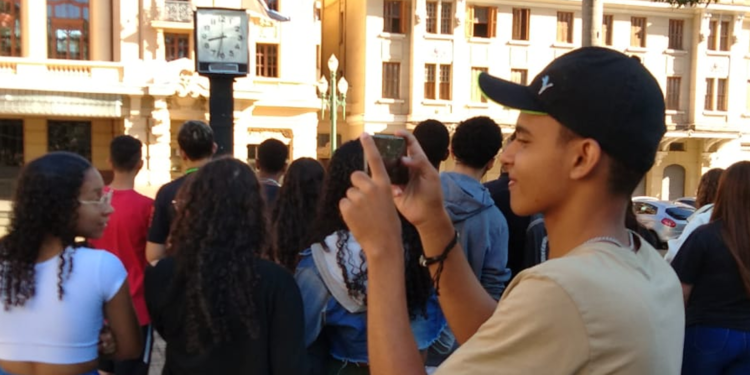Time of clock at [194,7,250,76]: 8:32
